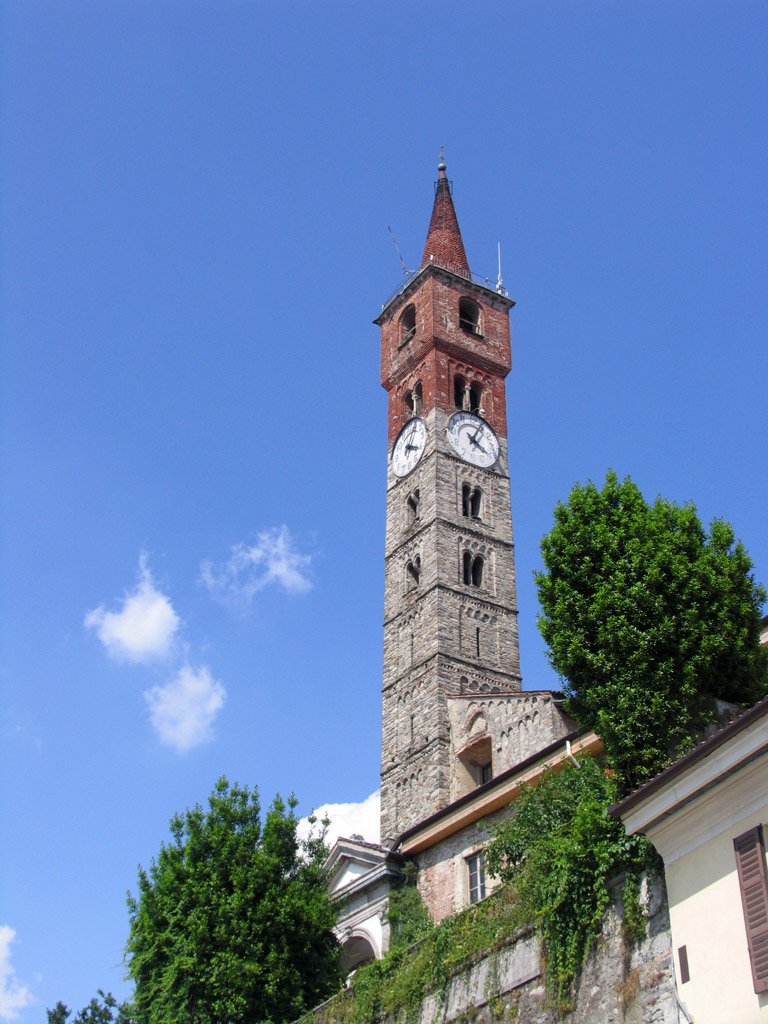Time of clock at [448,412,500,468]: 4:04
